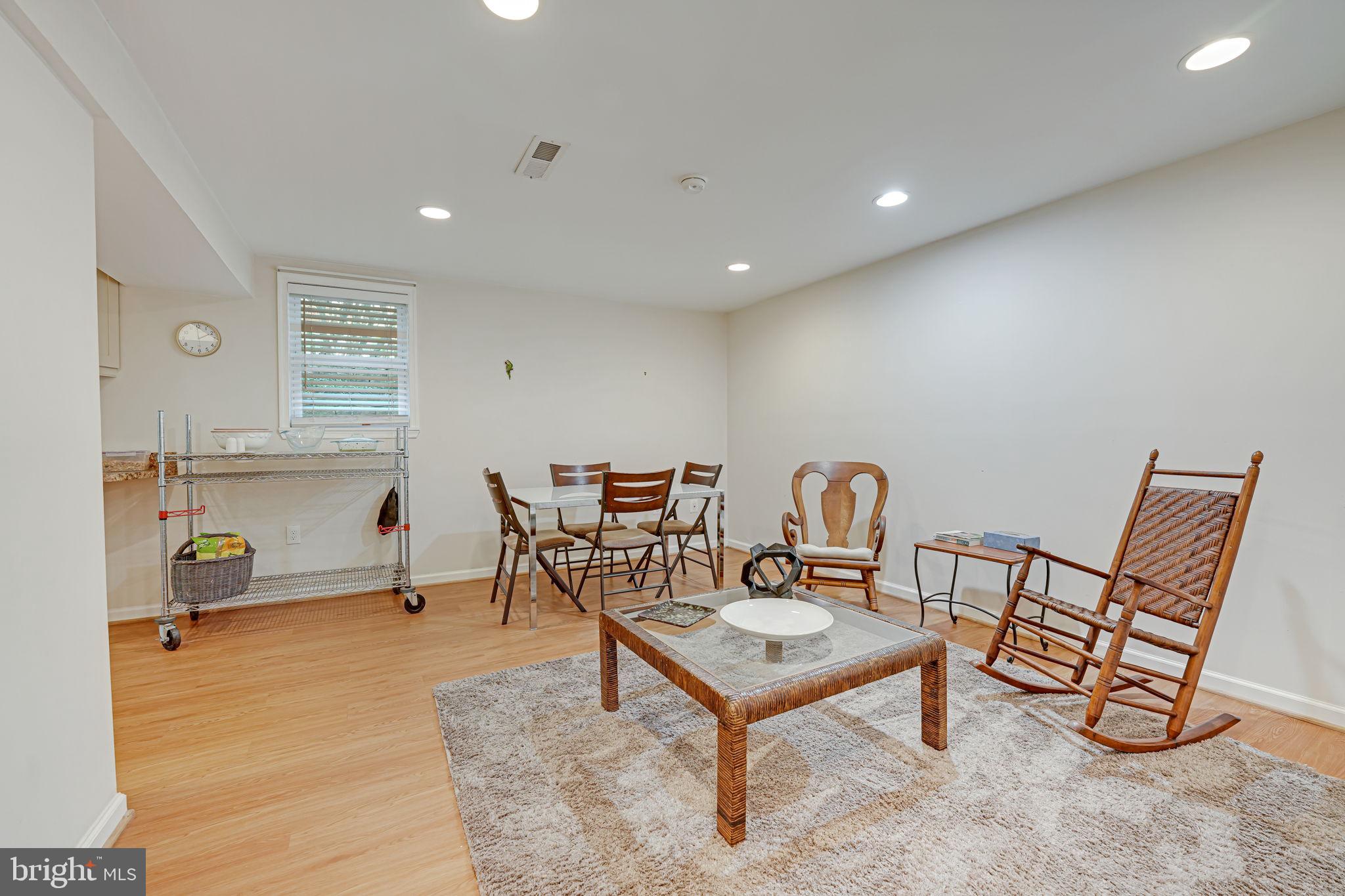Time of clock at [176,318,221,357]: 1:59
